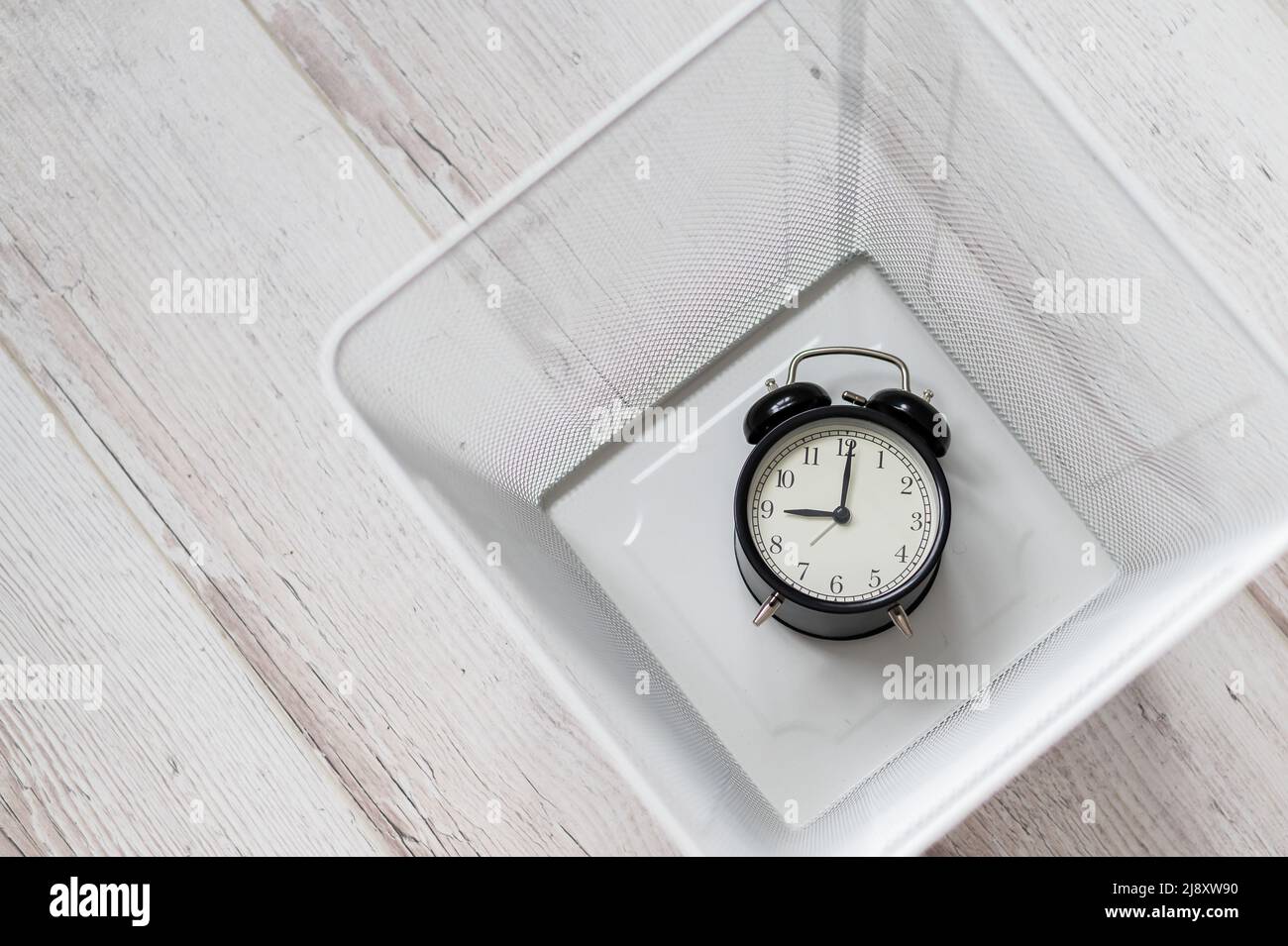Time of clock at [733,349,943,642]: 9:00
